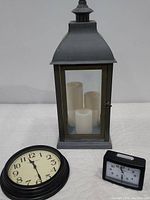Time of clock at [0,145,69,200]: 11:29
